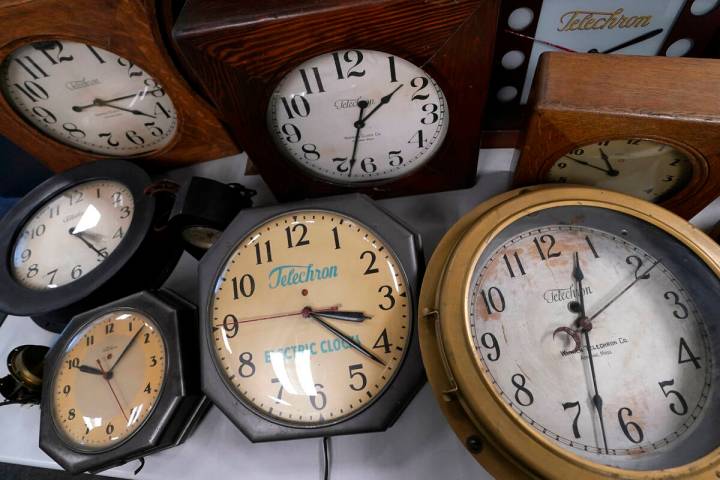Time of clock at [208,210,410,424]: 3:21
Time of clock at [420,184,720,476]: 12:32
